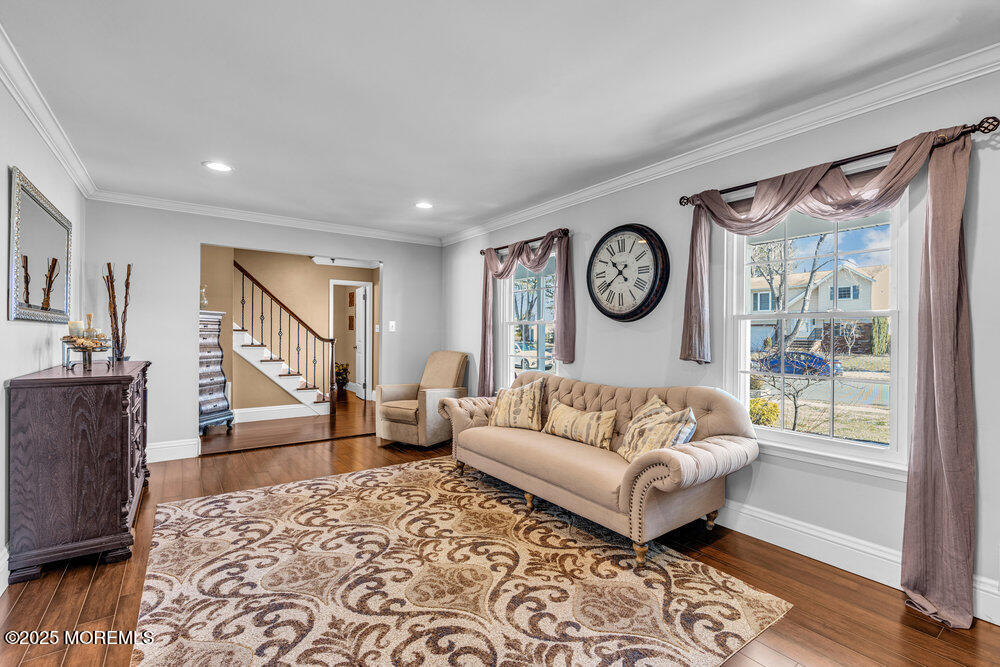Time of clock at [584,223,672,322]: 10:38
